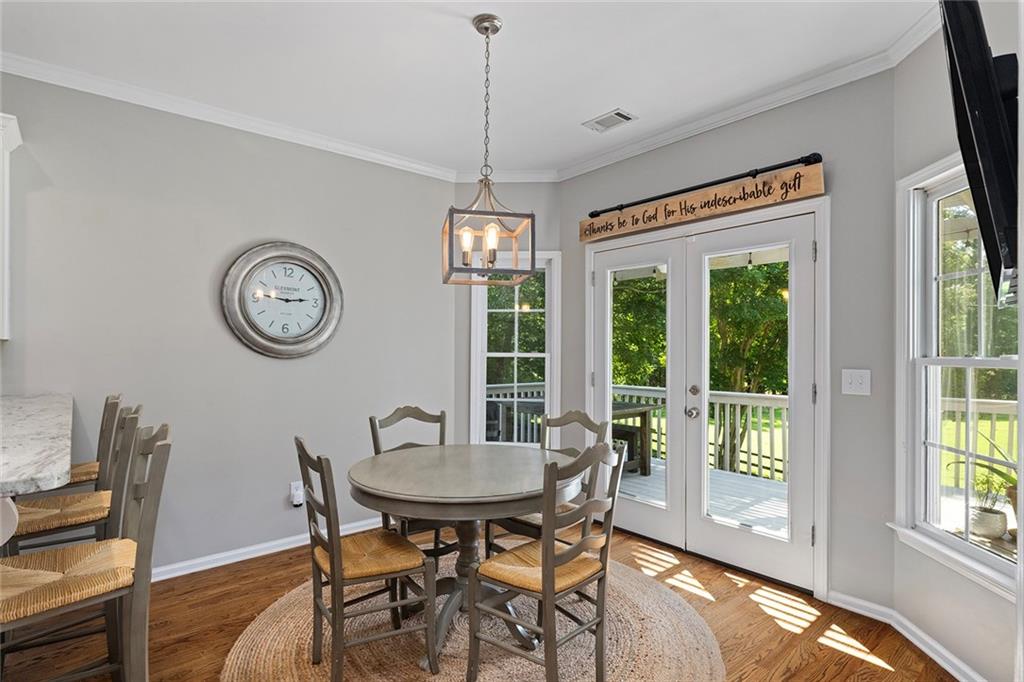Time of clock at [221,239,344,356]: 2:46
